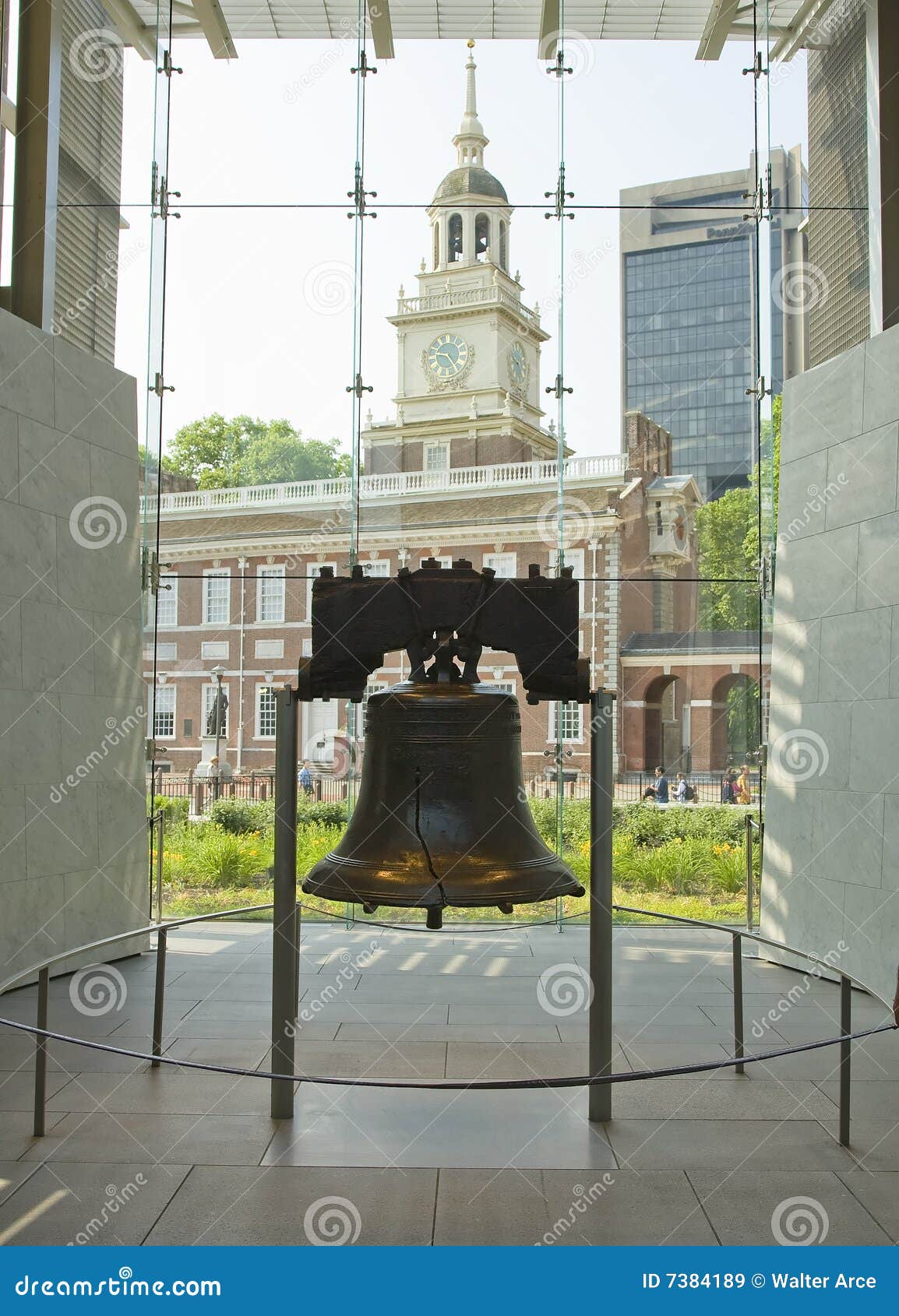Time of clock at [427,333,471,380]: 9:23
